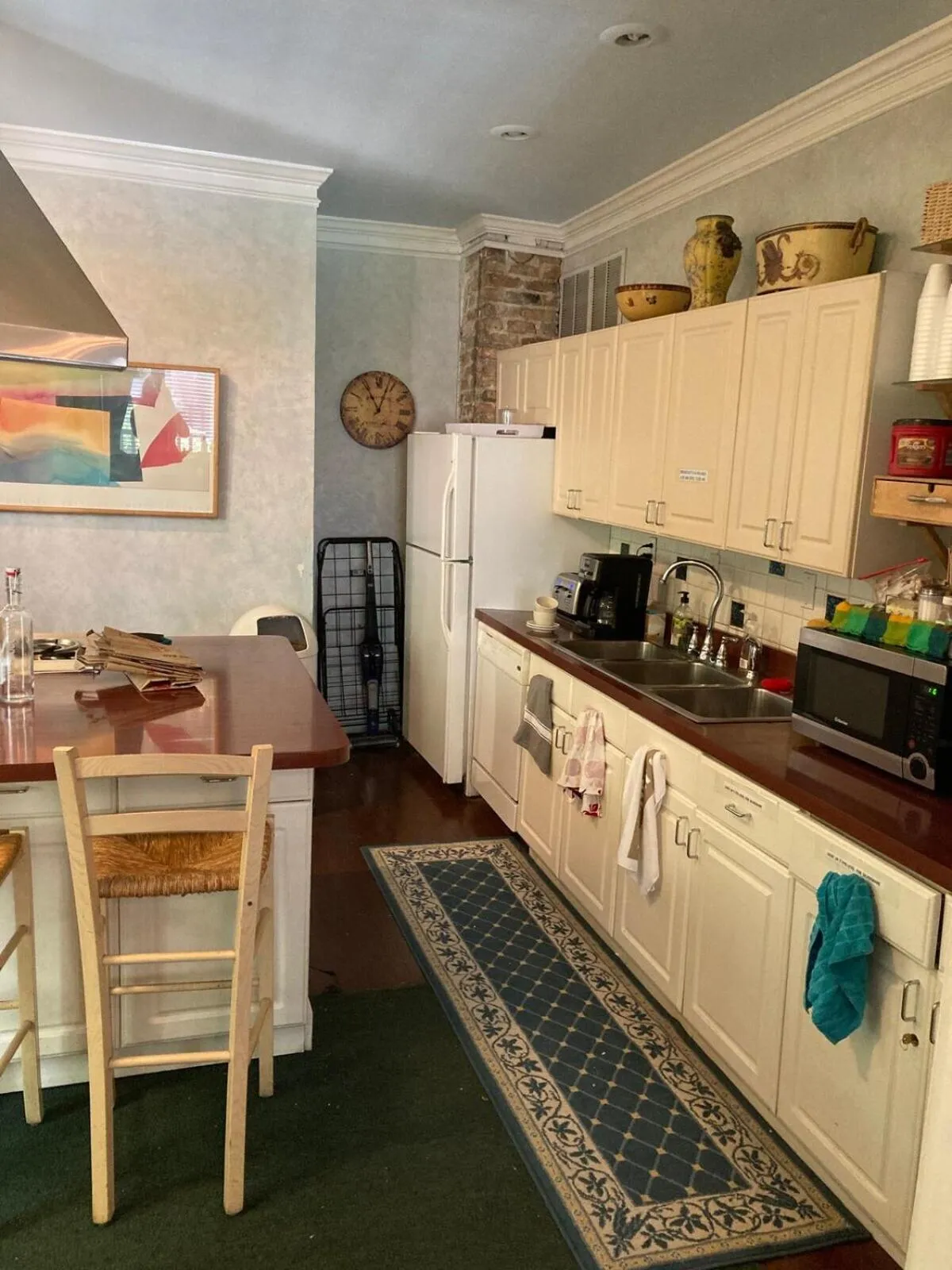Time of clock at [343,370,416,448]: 11:03
